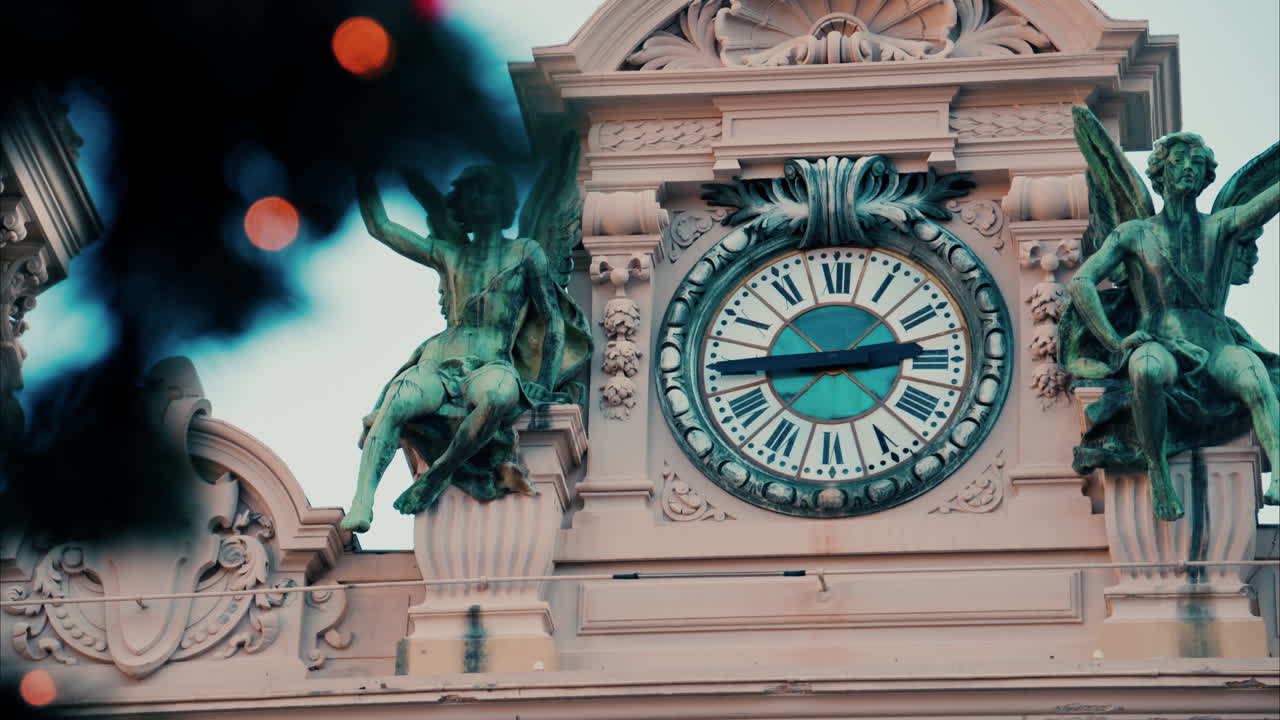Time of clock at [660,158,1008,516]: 2:44
